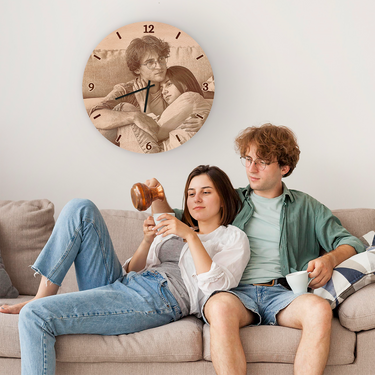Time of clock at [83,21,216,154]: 6:41
